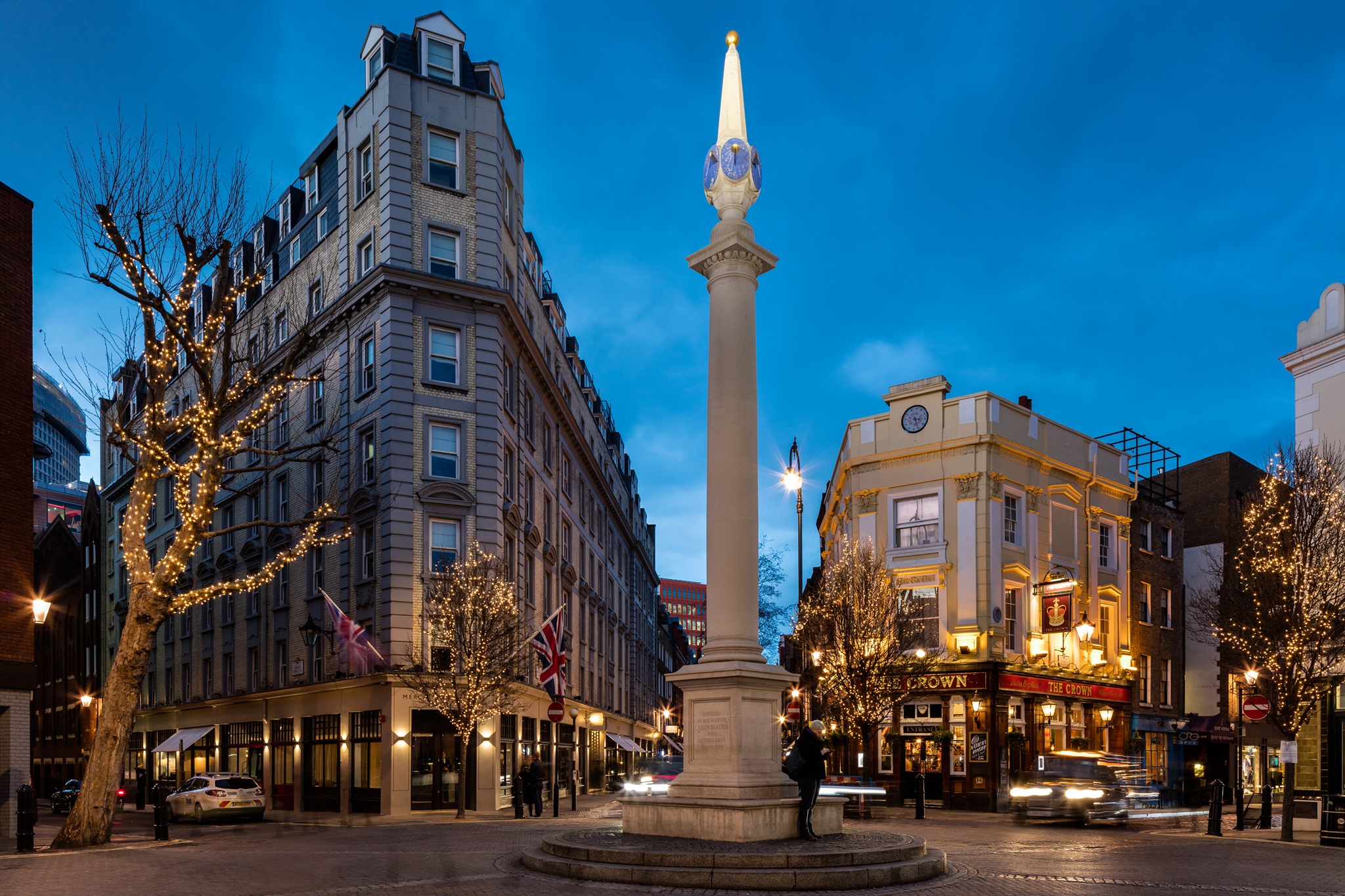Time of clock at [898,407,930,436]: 3:26
